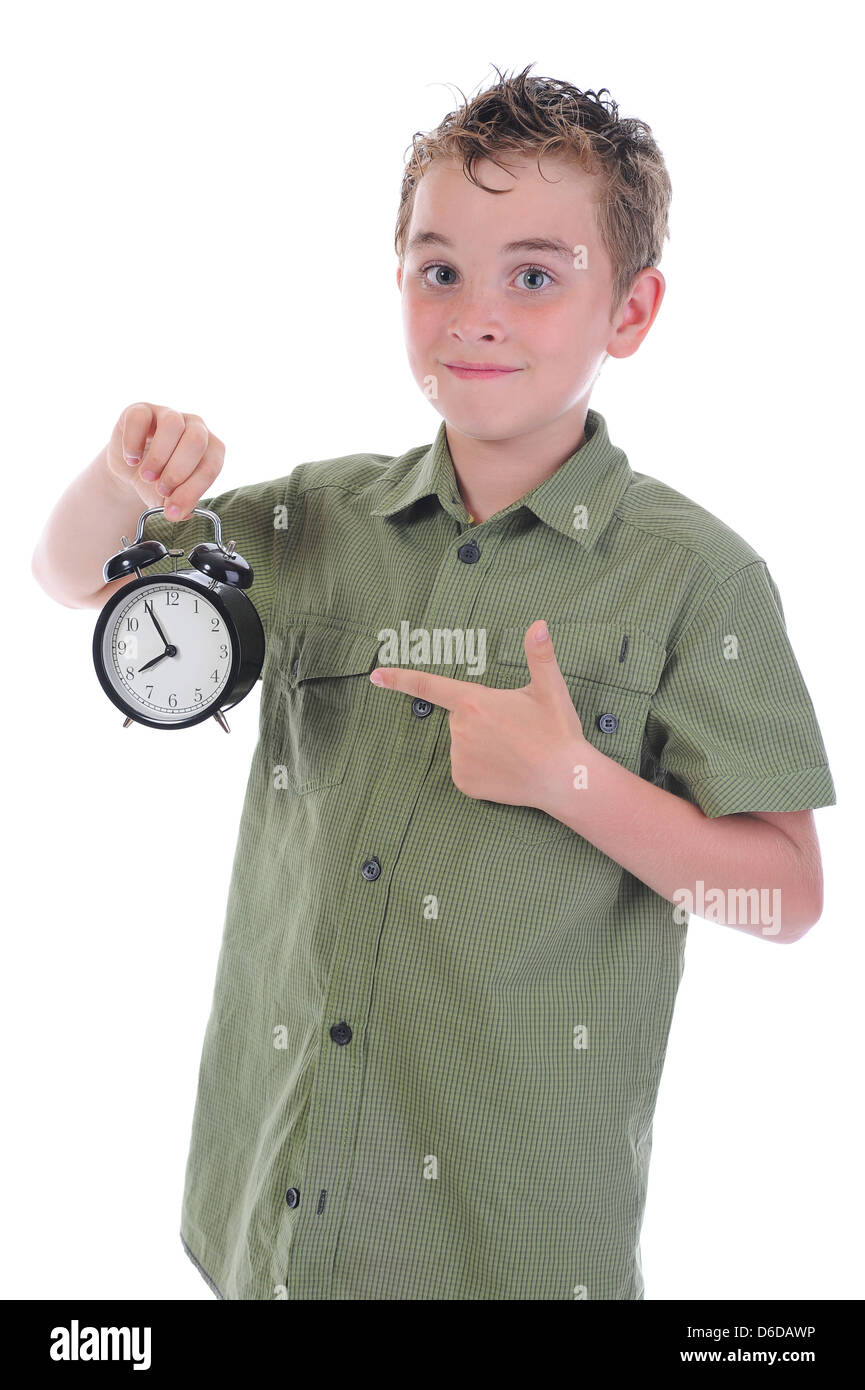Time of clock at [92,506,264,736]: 7:55
